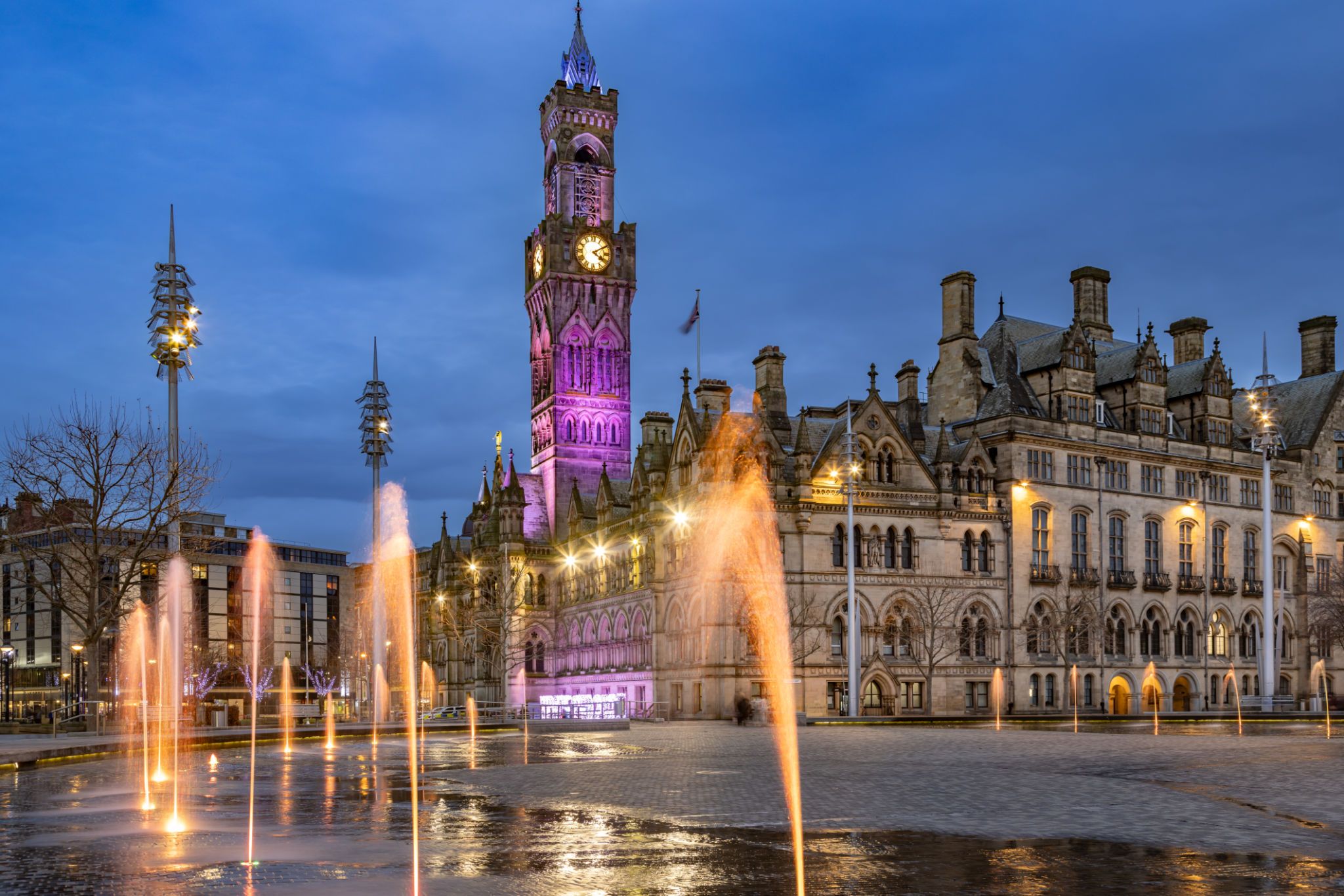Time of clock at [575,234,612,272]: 4:09
